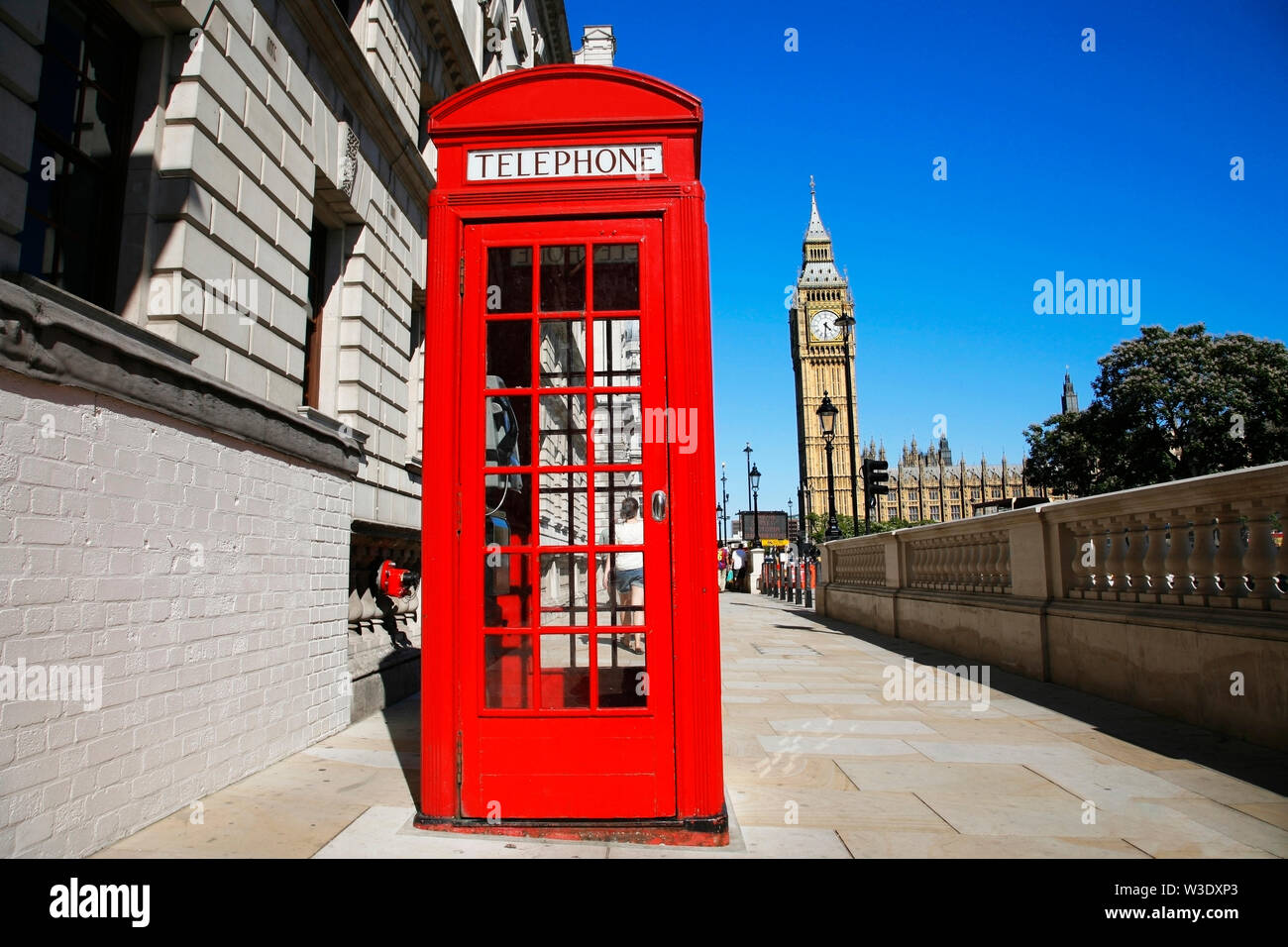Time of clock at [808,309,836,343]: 4:31
